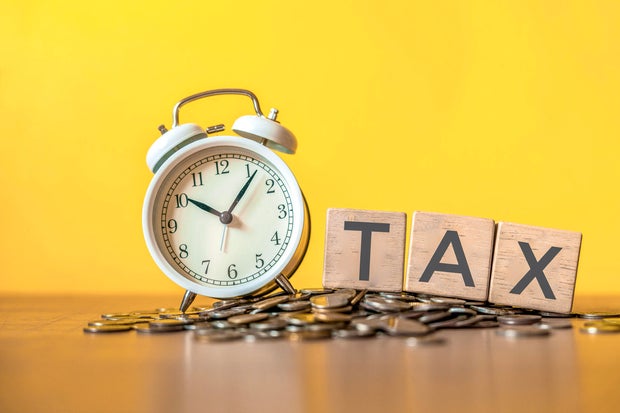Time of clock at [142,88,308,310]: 10:07
